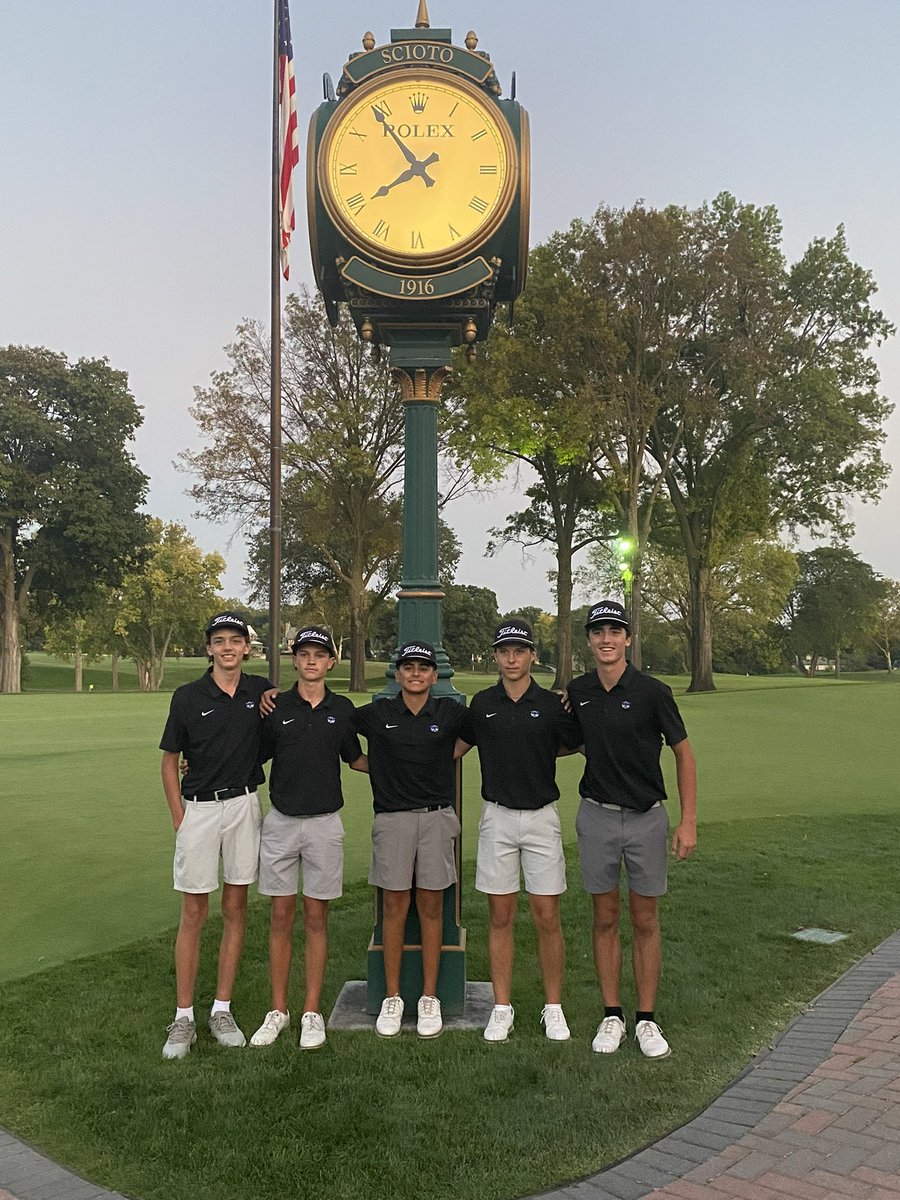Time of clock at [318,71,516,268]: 7:53
